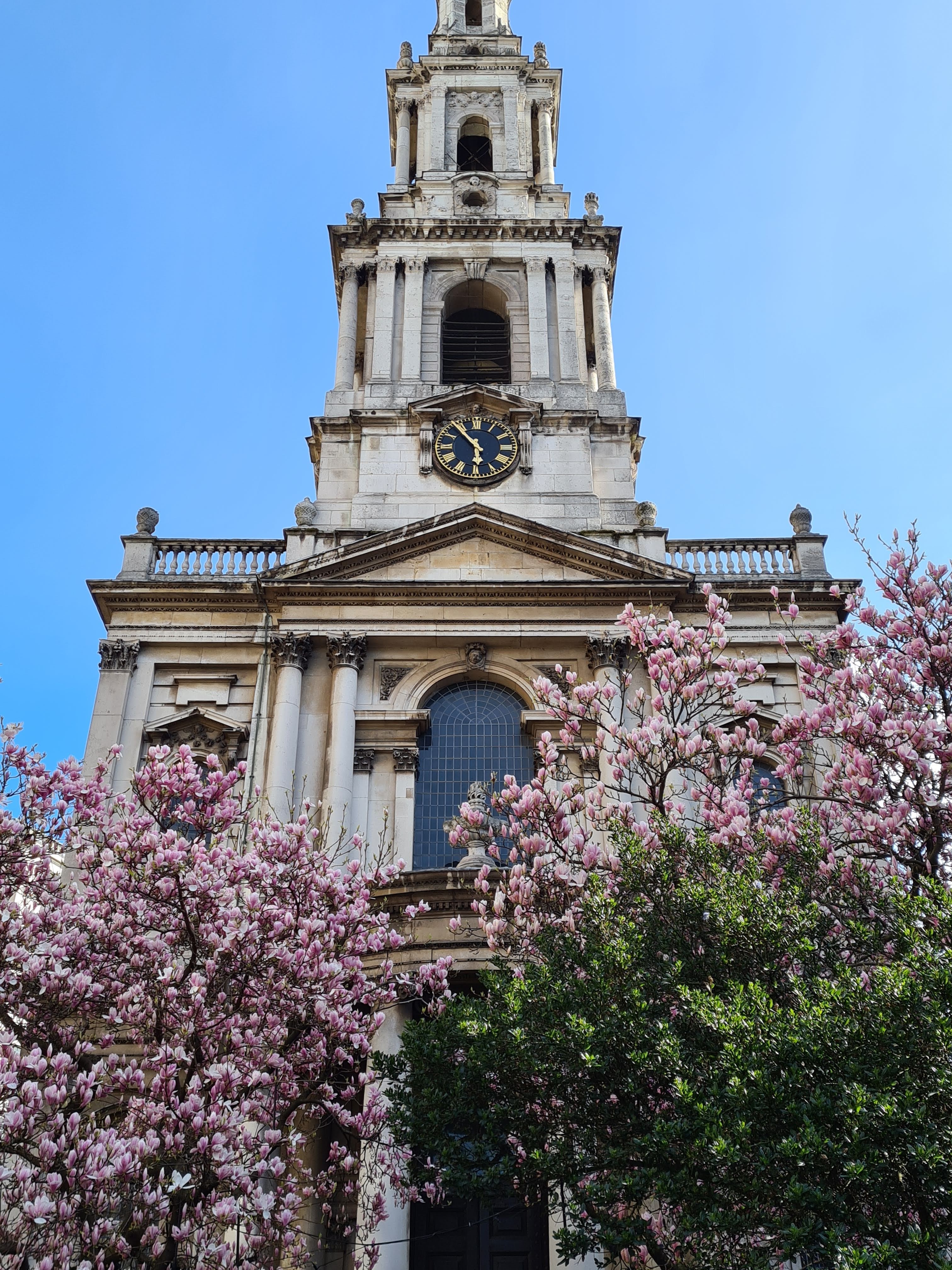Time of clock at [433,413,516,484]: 5:53
